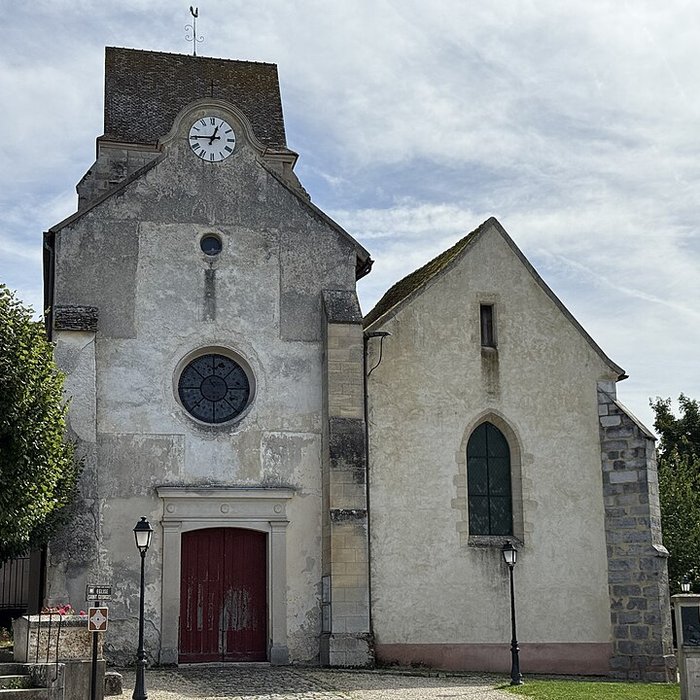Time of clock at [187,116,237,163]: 12:45
